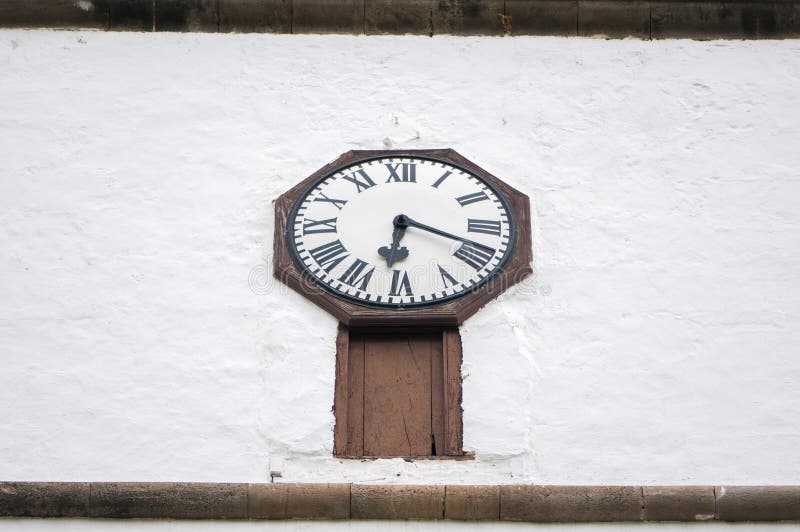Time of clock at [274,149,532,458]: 6:18
